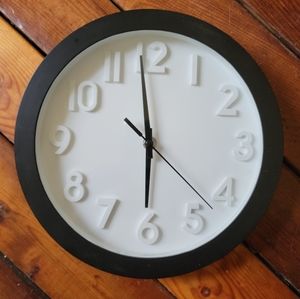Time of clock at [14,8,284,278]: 5:58
